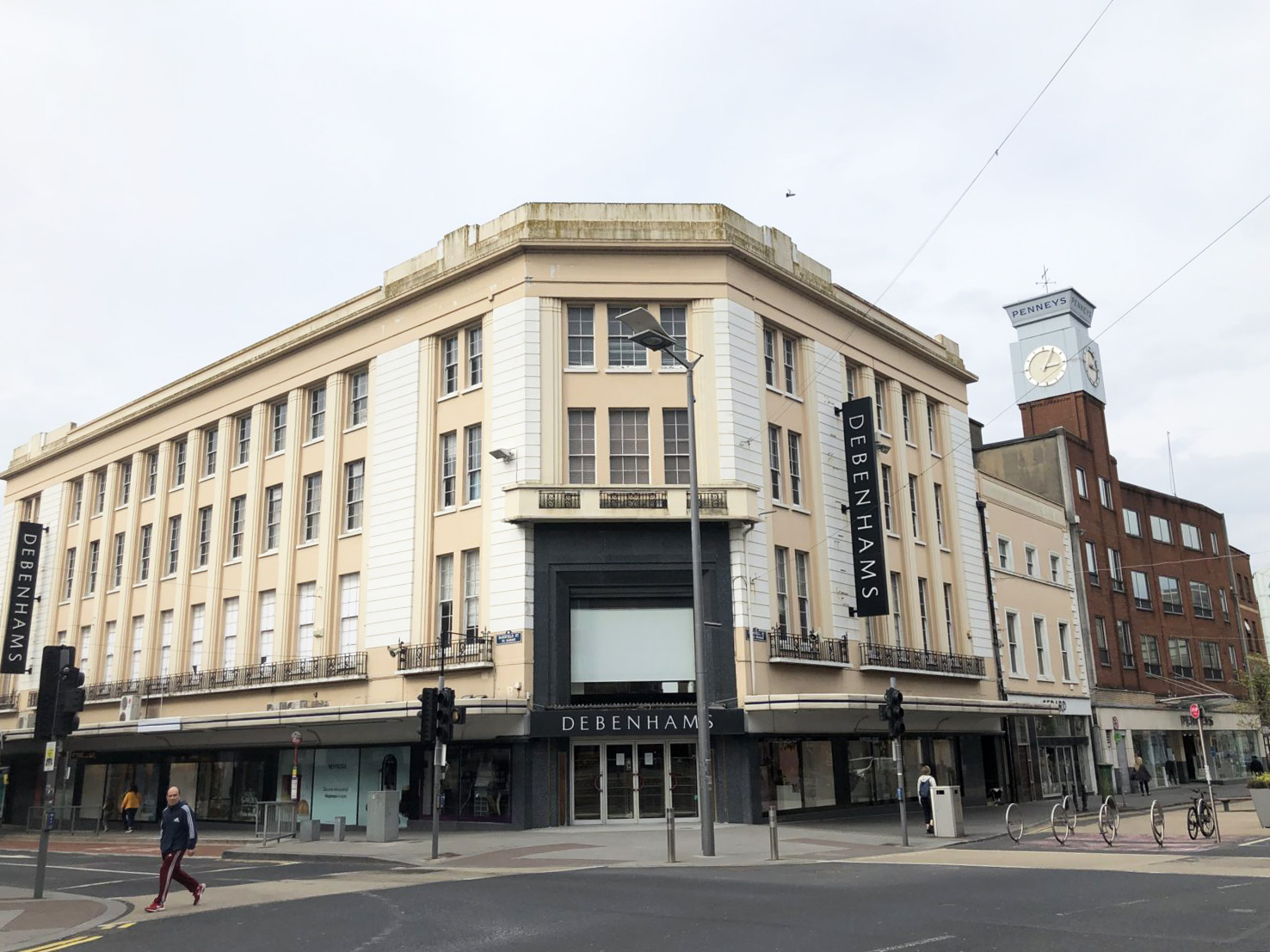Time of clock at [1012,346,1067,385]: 3:05
